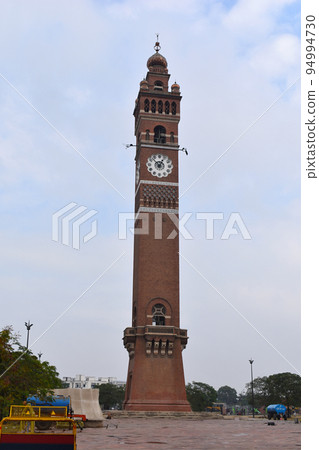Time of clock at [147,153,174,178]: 12:52
